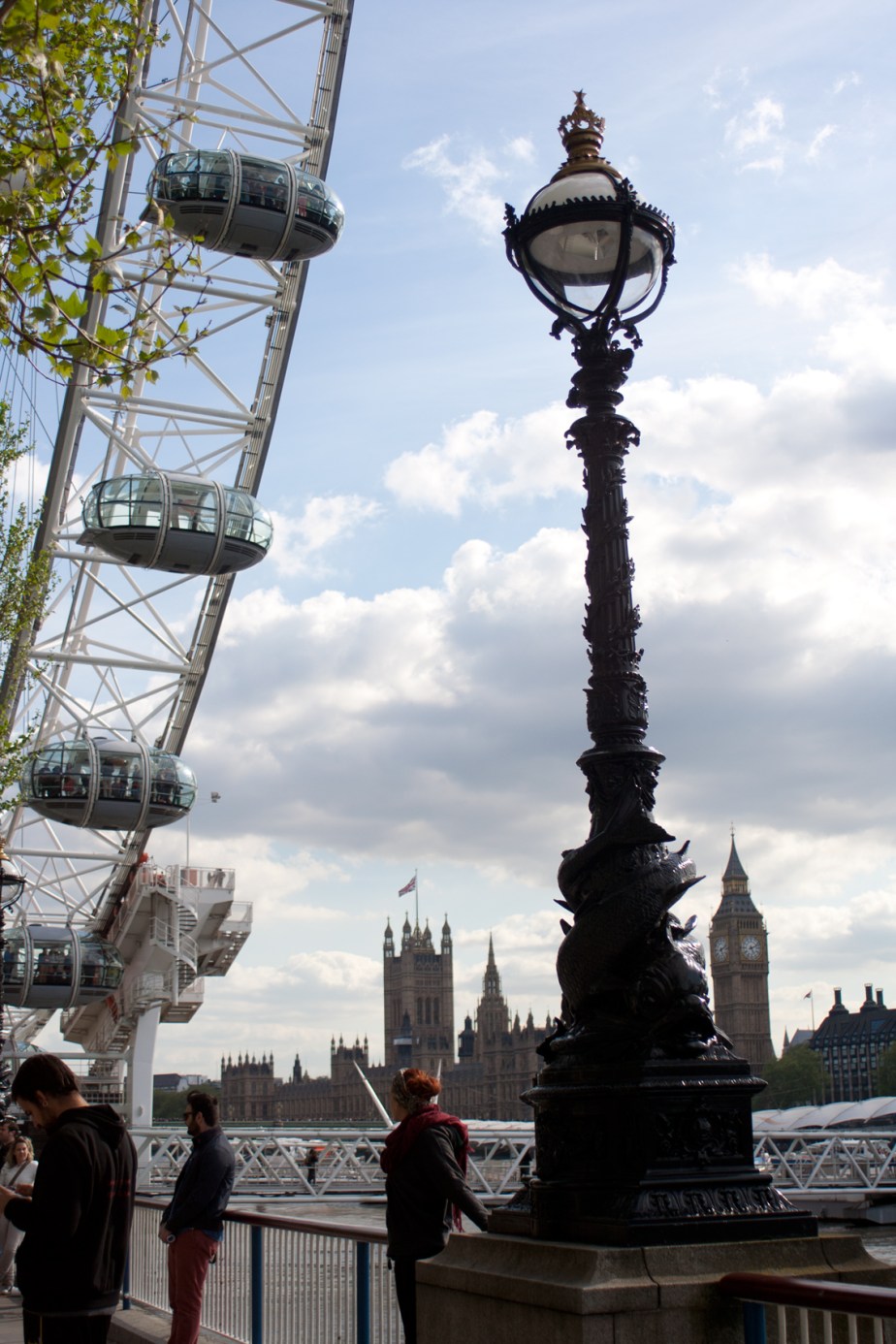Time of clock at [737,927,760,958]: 5:11
